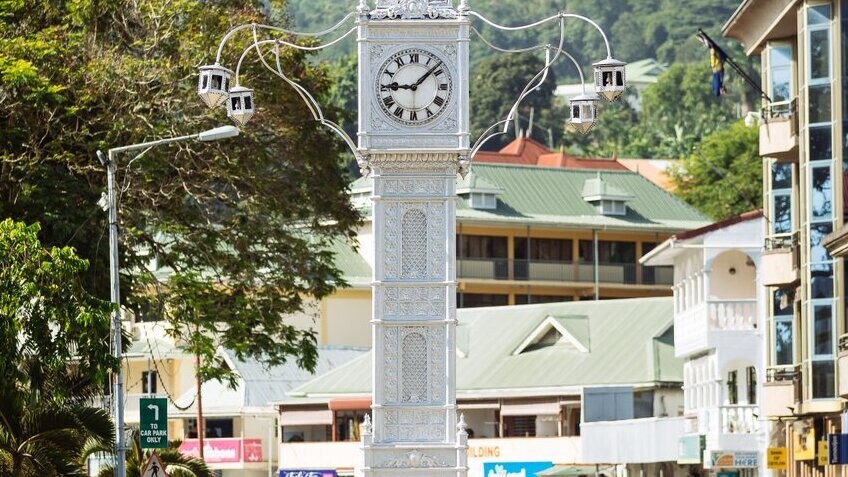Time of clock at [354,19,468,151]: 9:08
